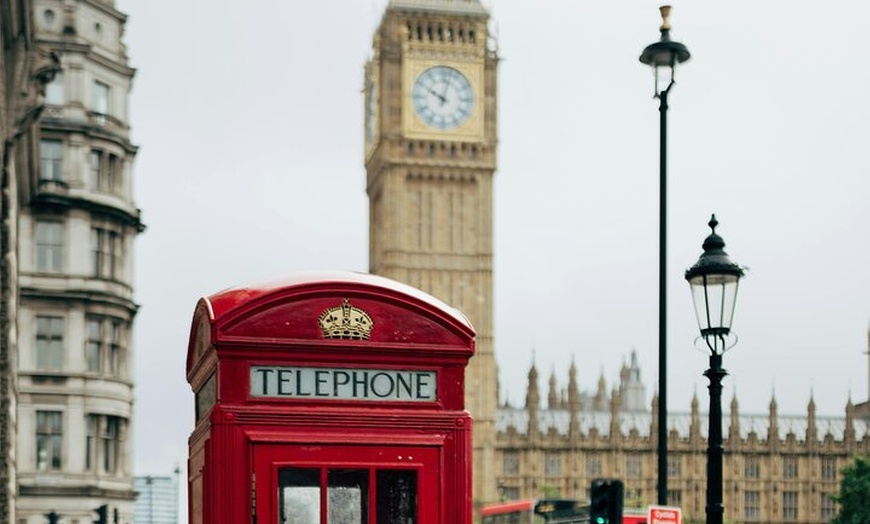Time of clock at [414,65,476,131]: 10:02
